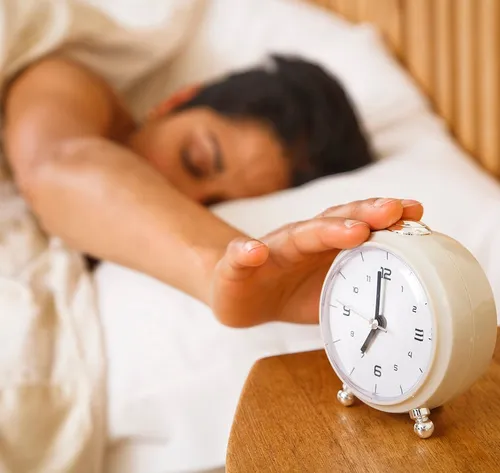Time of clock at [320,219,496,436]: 6:58
